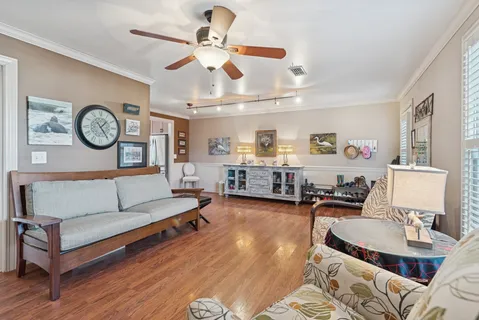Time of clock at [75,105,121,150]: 1:24
